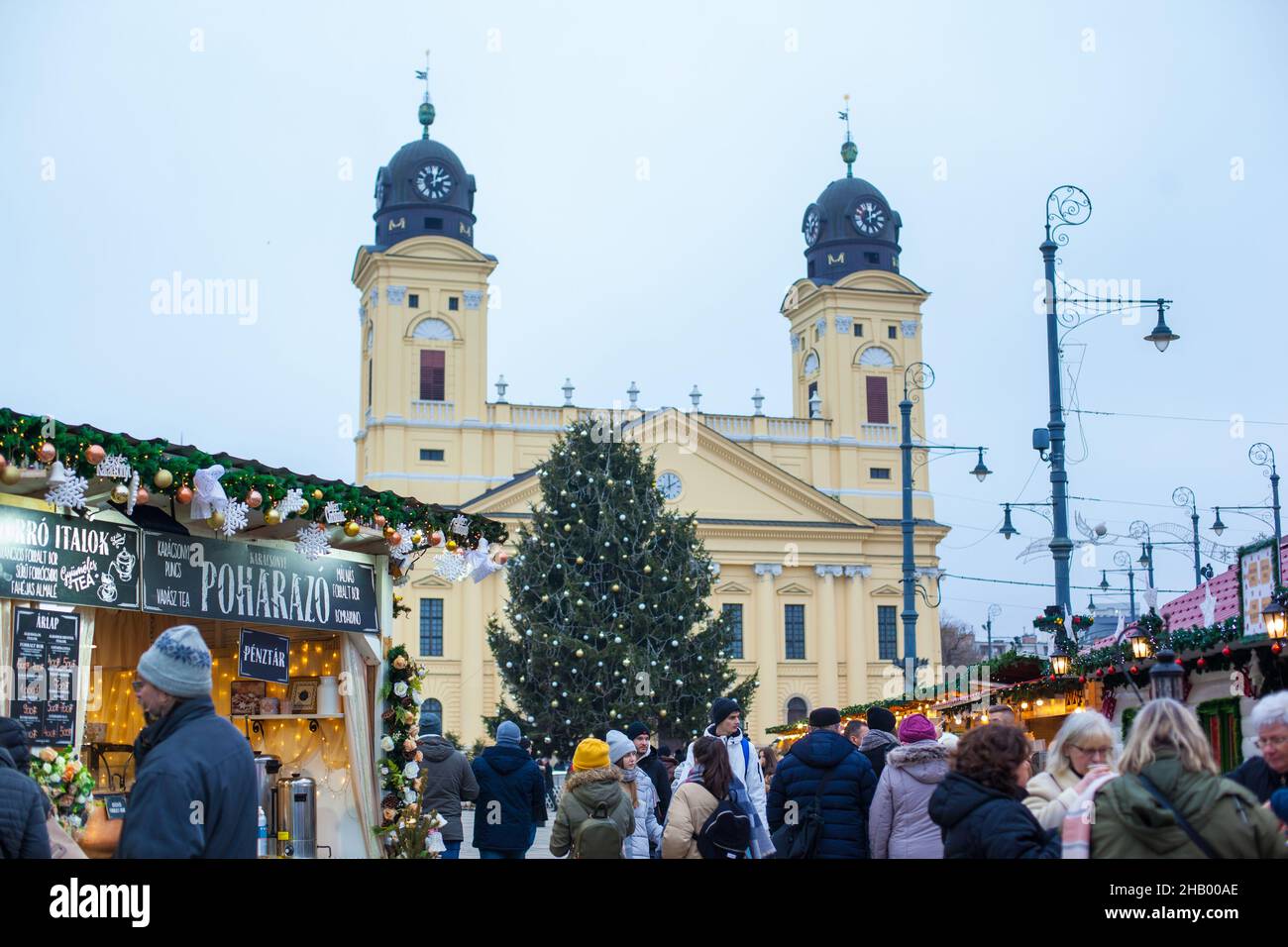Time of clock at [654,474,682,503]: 2:00
